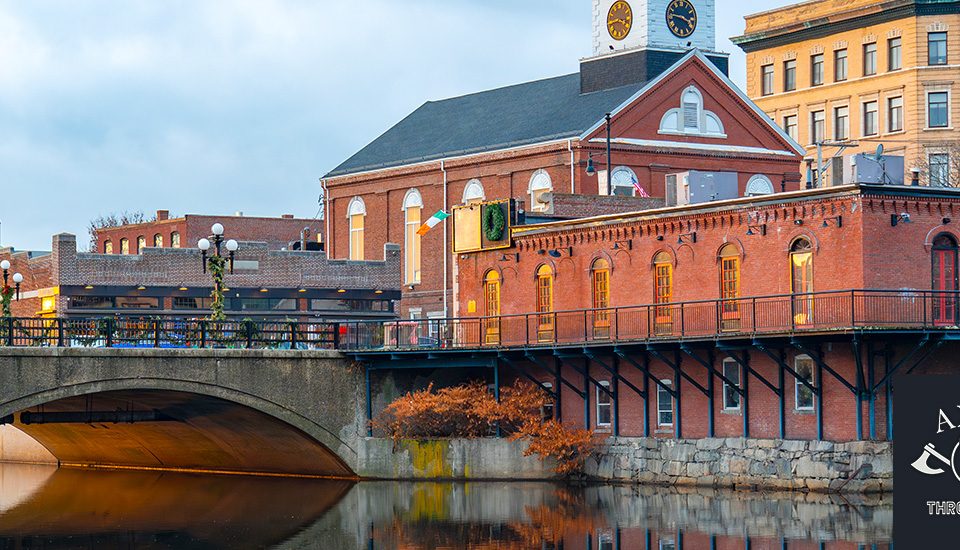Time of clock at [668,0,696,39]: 3:46
